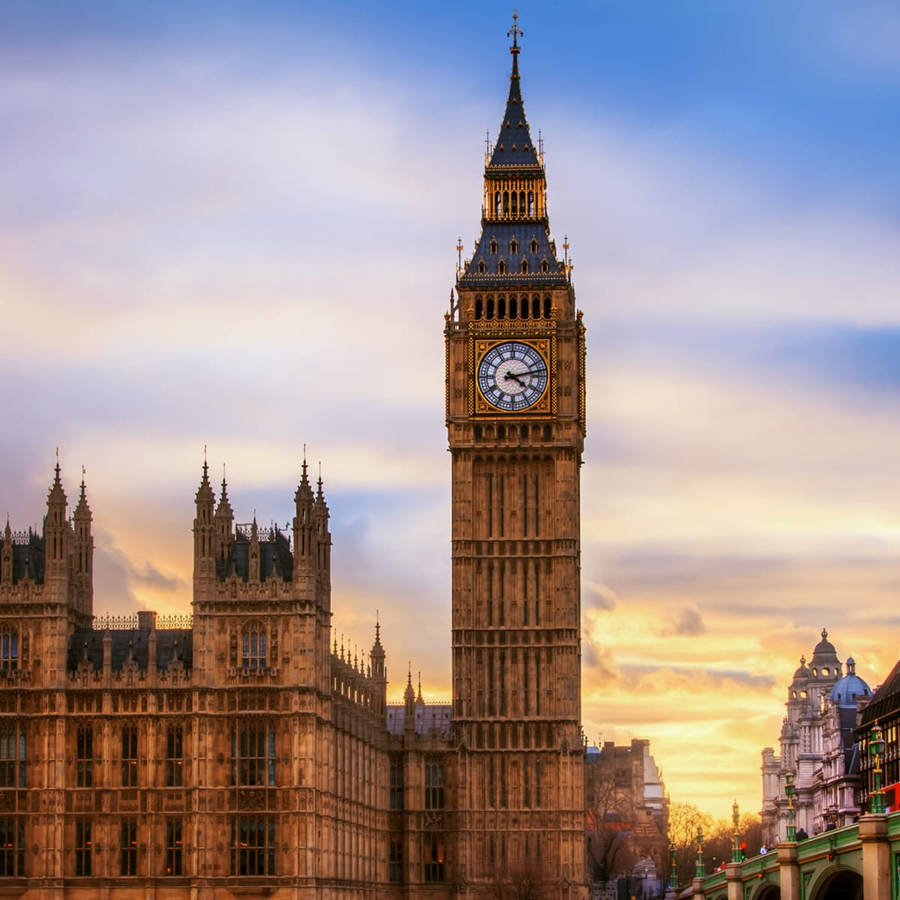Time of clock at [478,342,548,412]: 4:12
